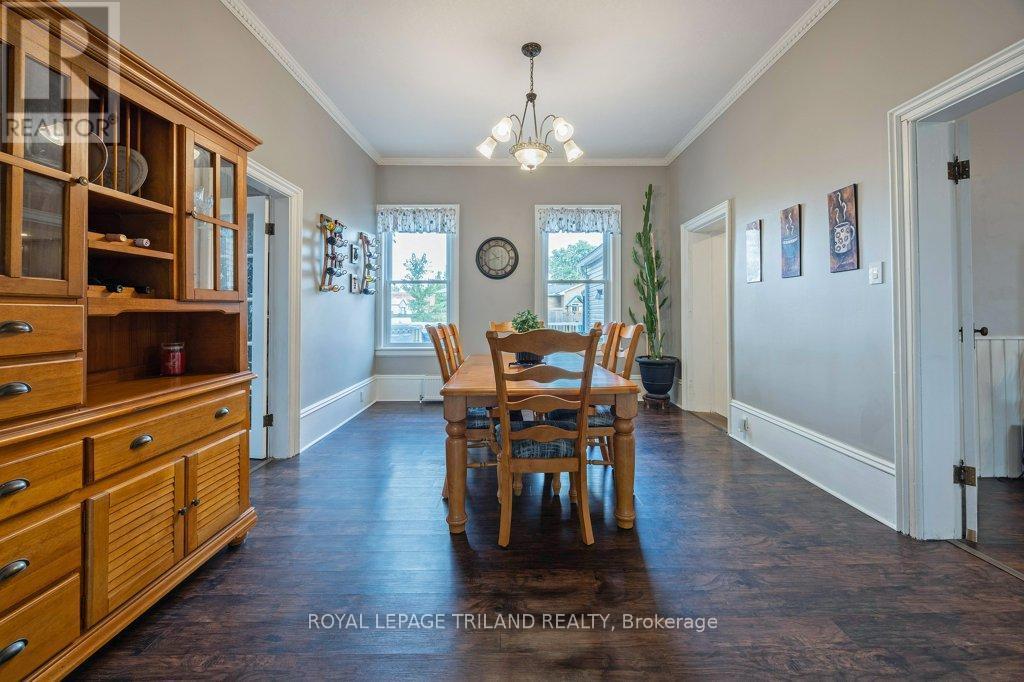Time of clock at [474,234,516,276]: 10:41
